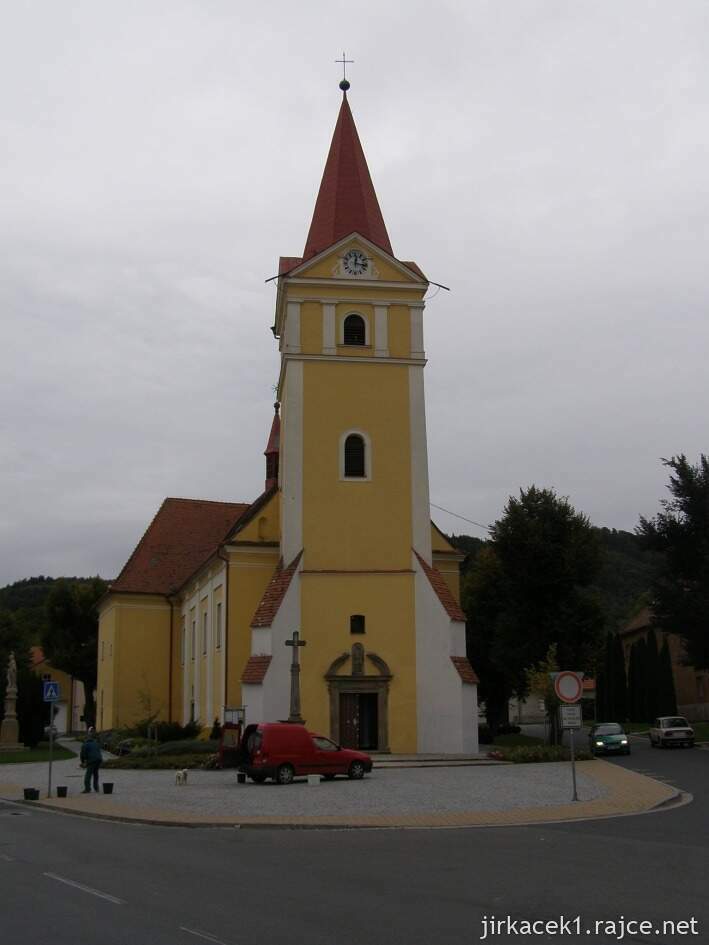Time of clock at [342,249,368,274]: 12:16
